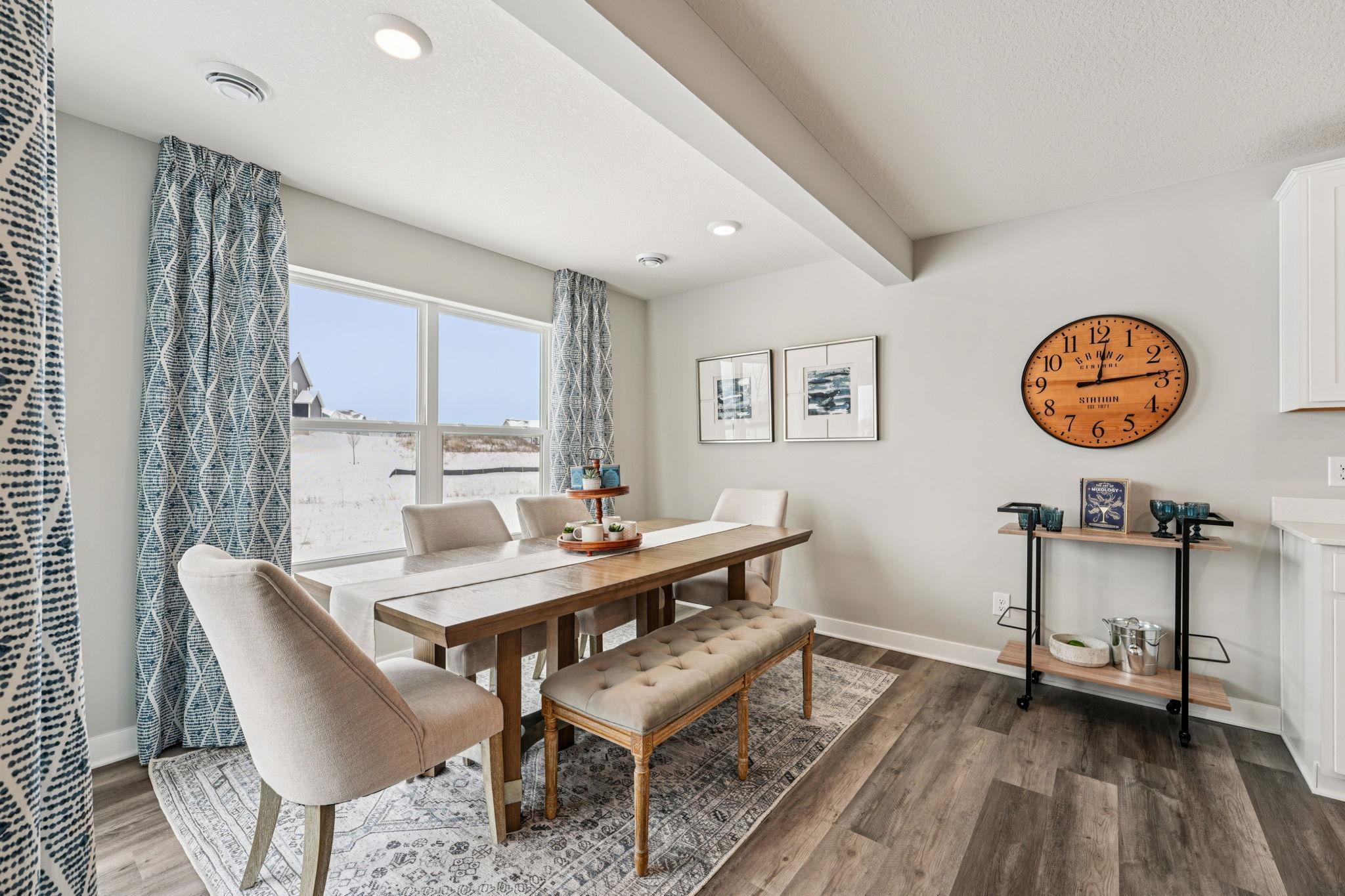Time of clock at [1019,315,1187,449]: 12:13
